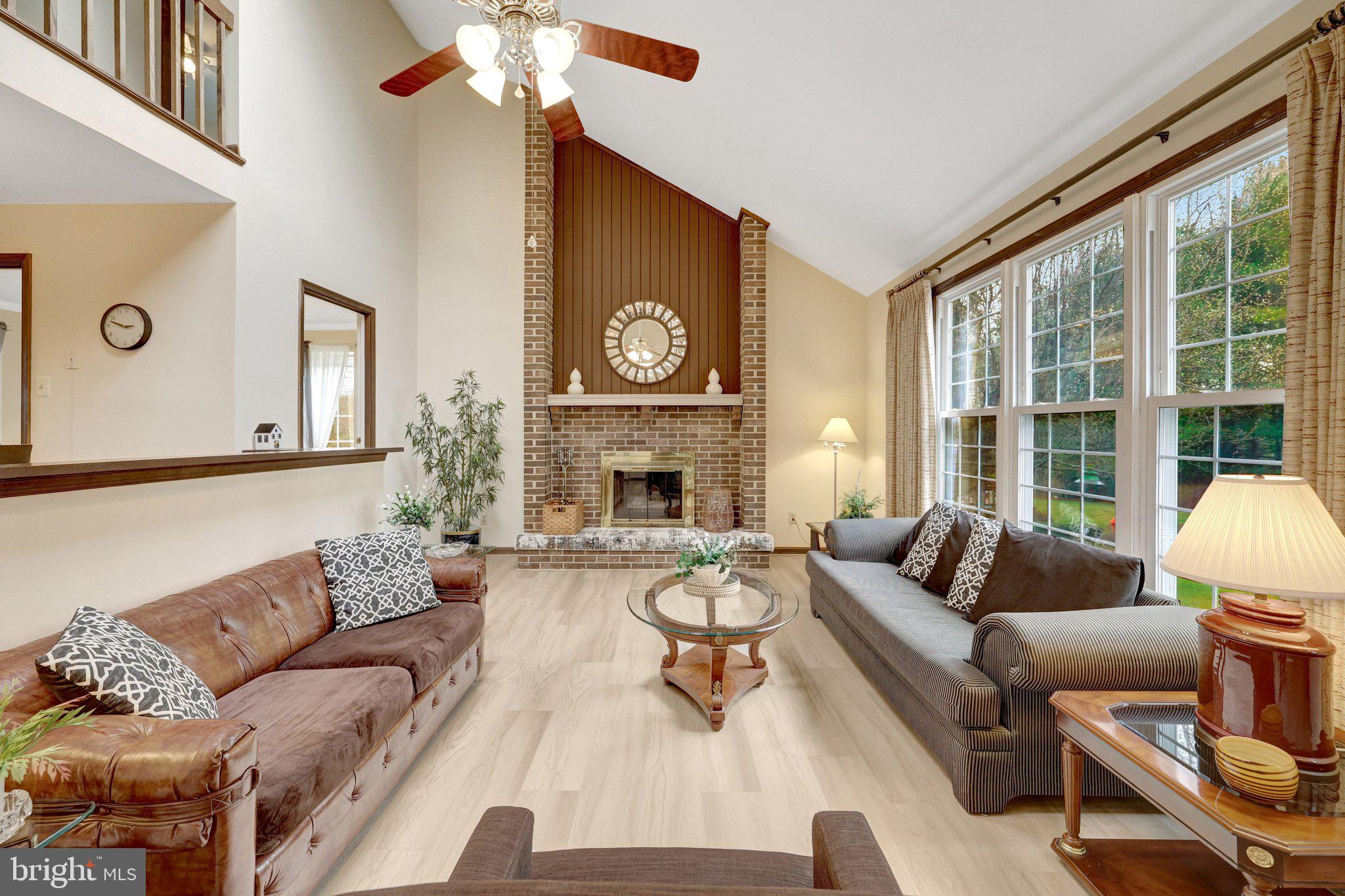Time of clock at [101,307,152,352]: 2:47
